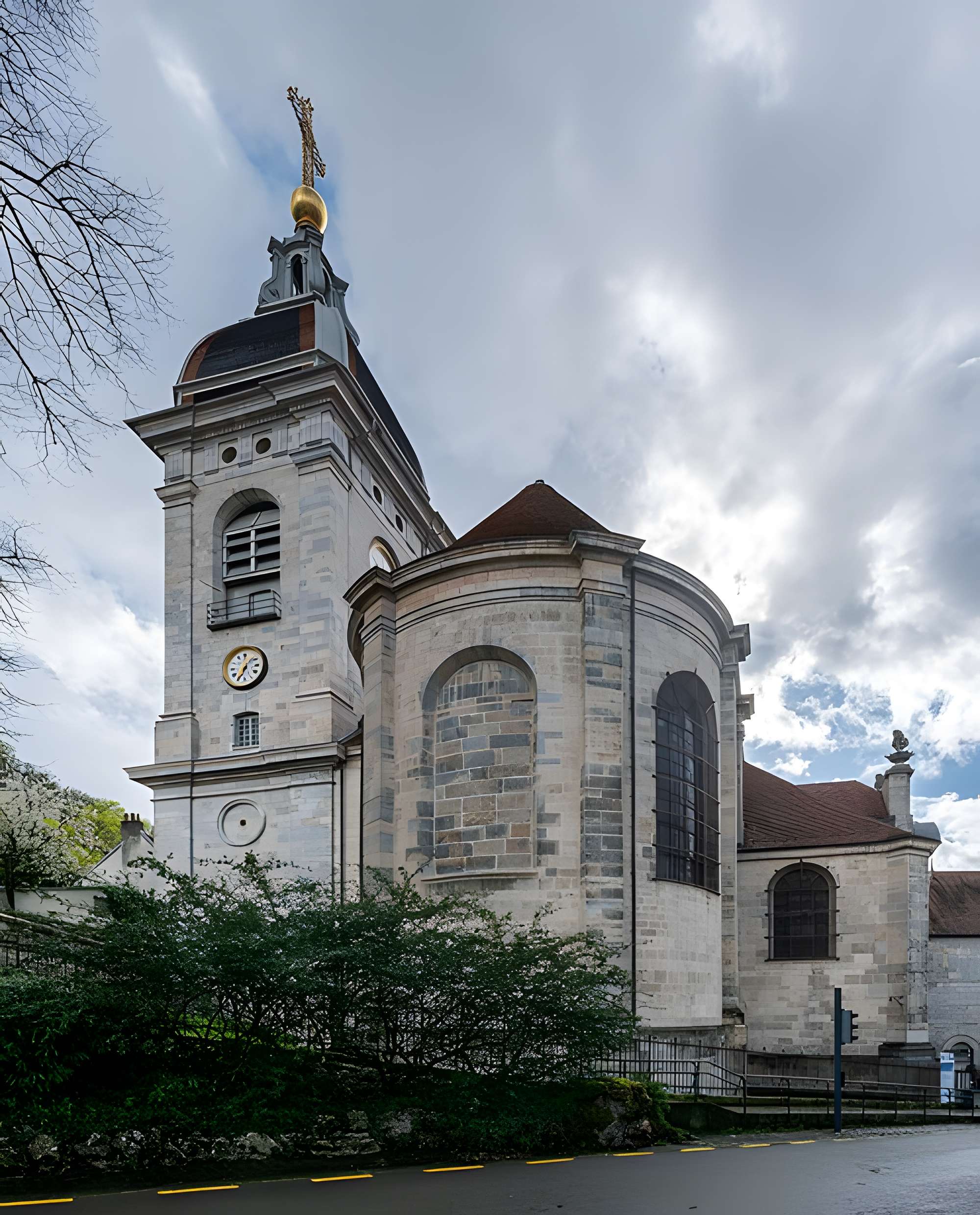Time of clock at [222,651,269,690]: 6:34
